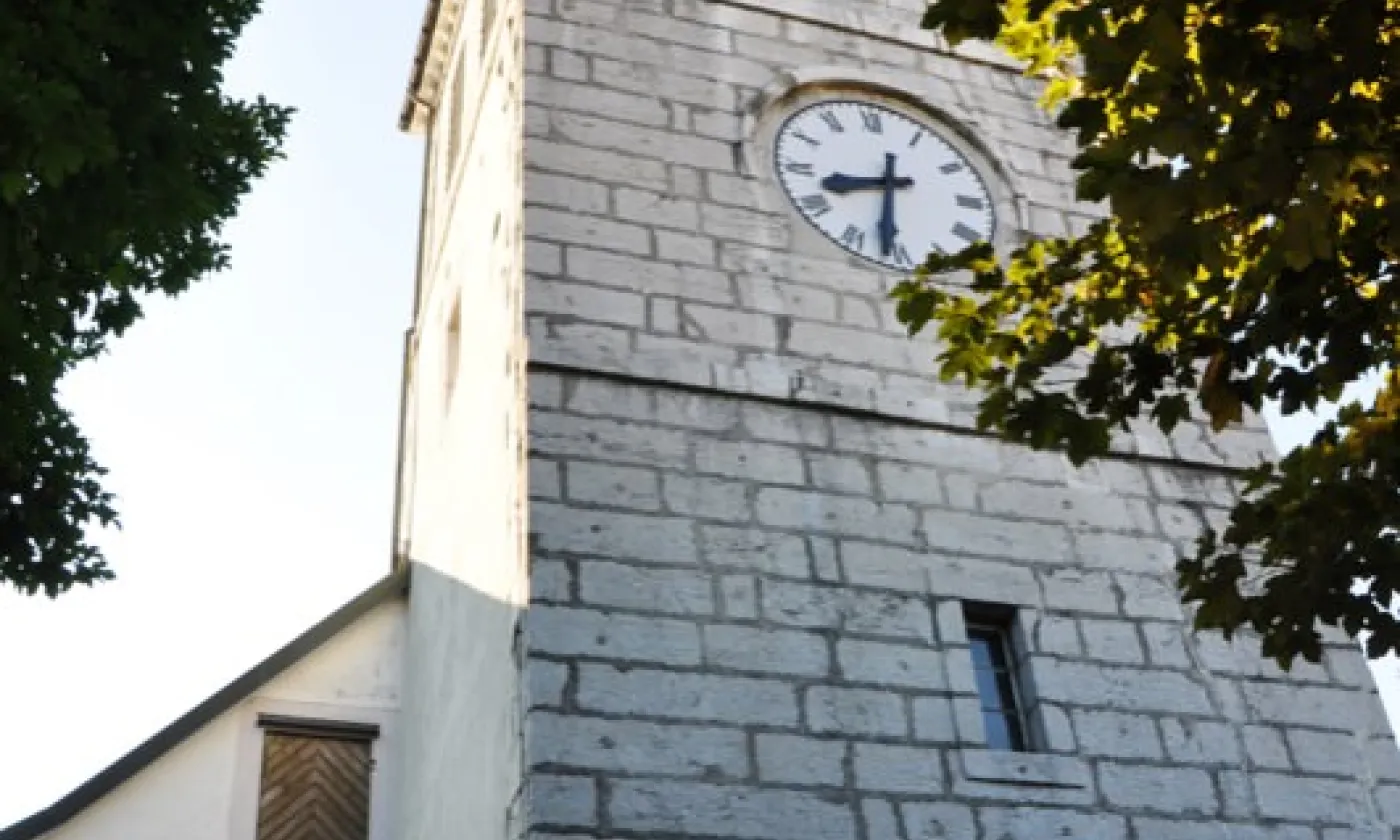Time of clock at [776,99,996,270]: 8:31
